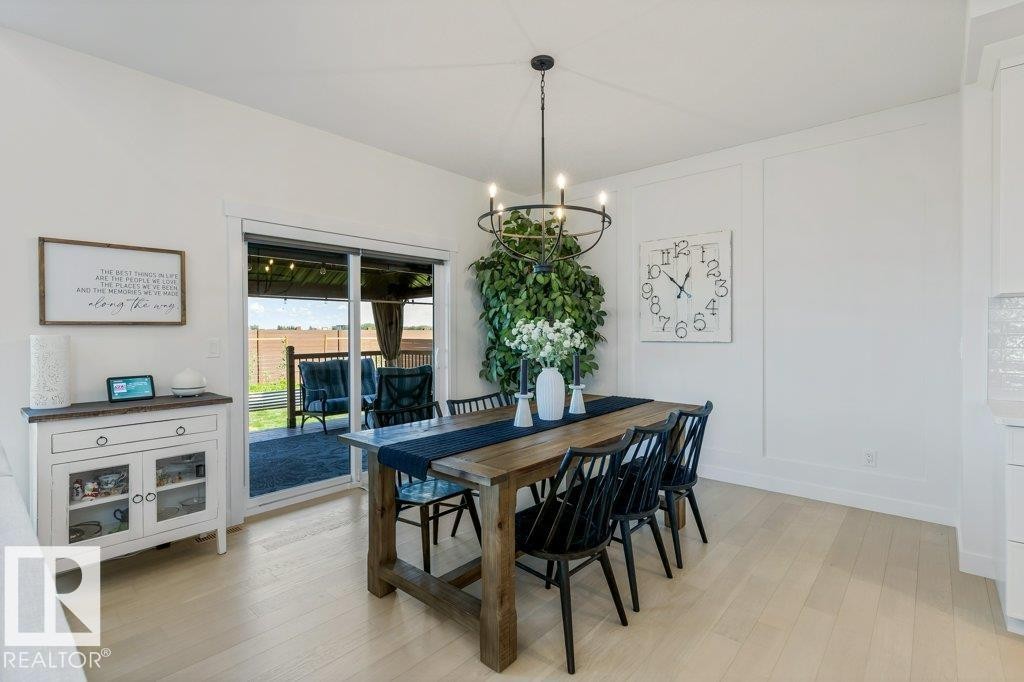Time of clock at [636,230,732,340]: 12:51
